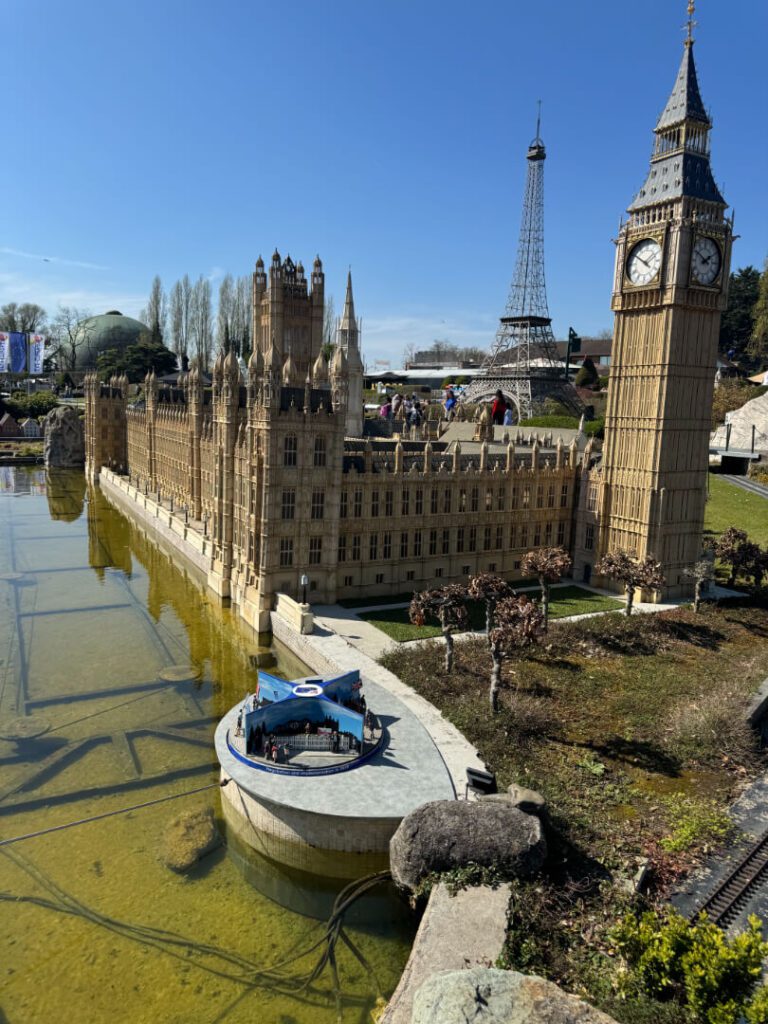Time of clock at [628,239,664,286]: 1:50
